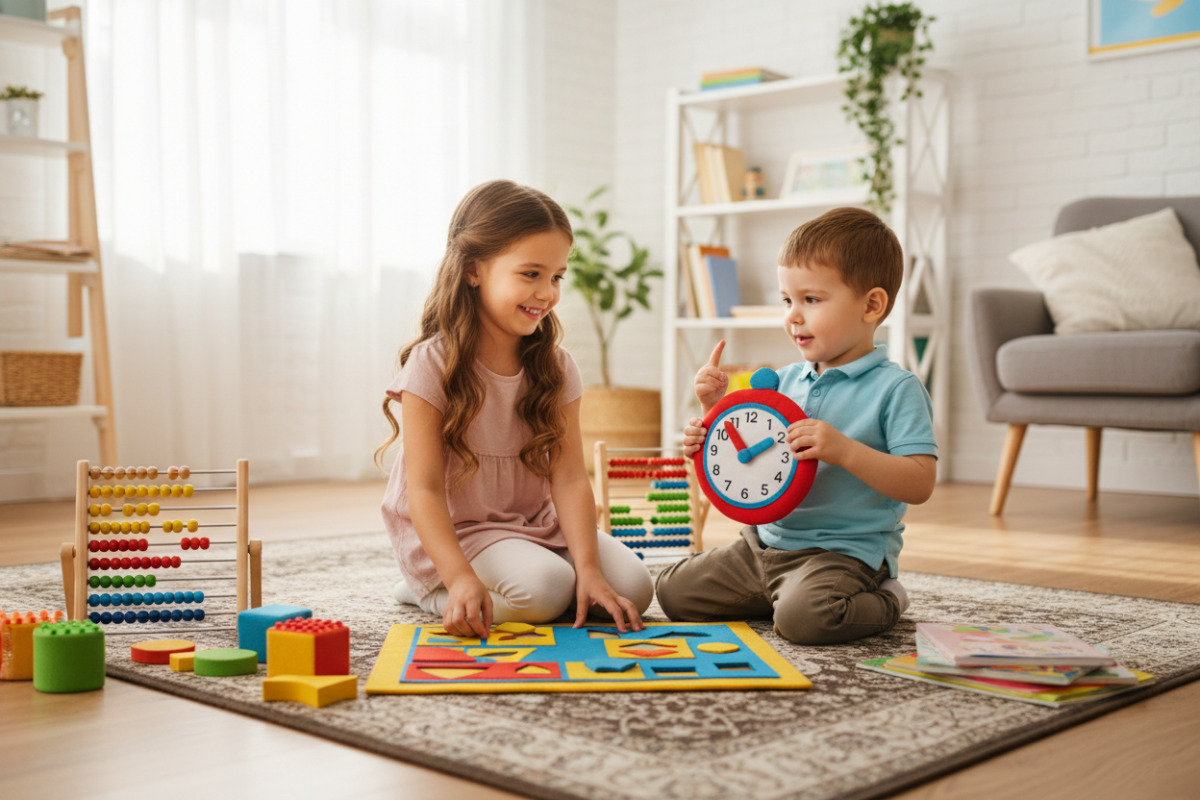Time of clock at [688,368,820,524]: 1:53
